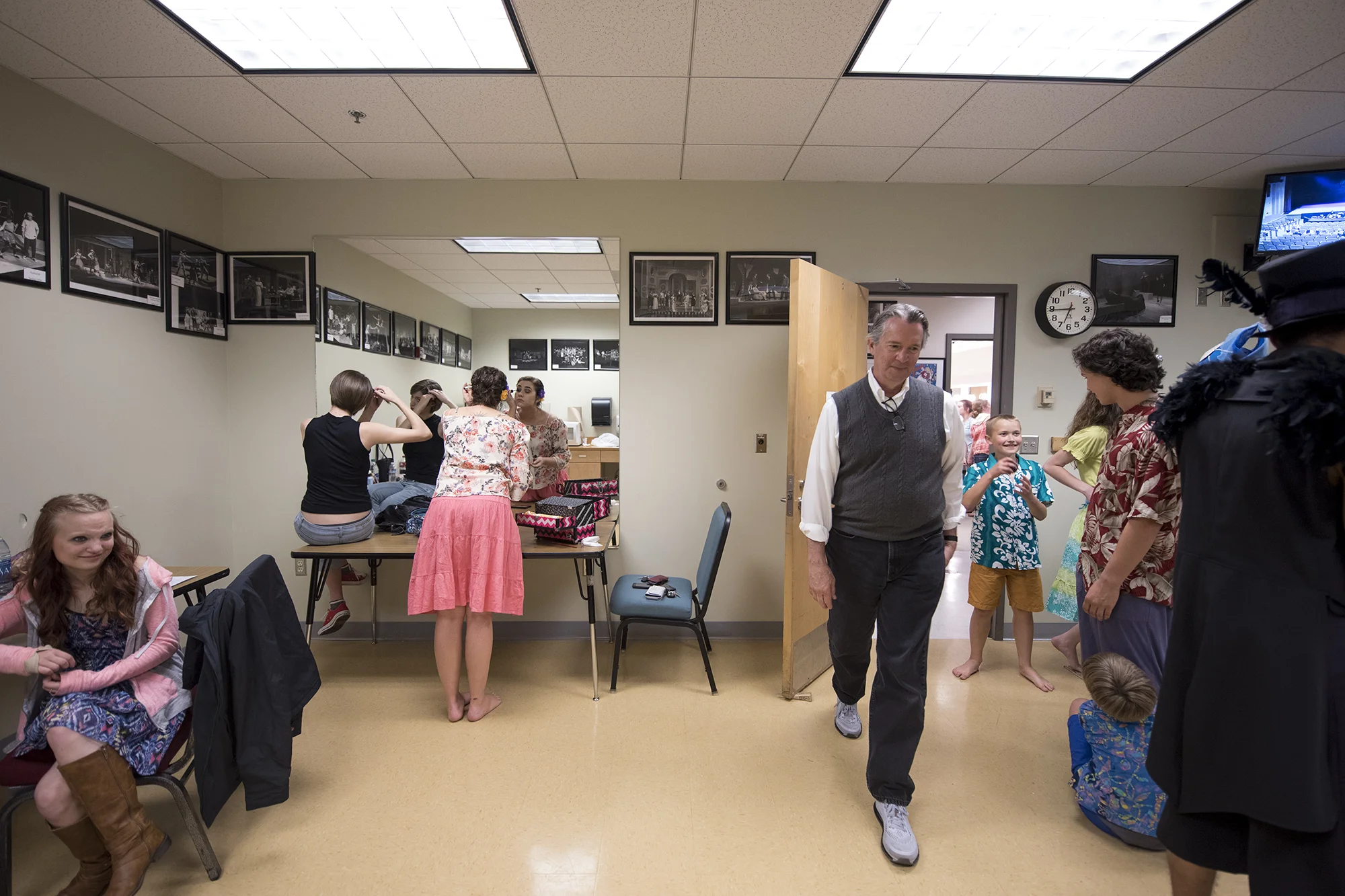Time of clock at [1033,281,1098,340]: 6:44
